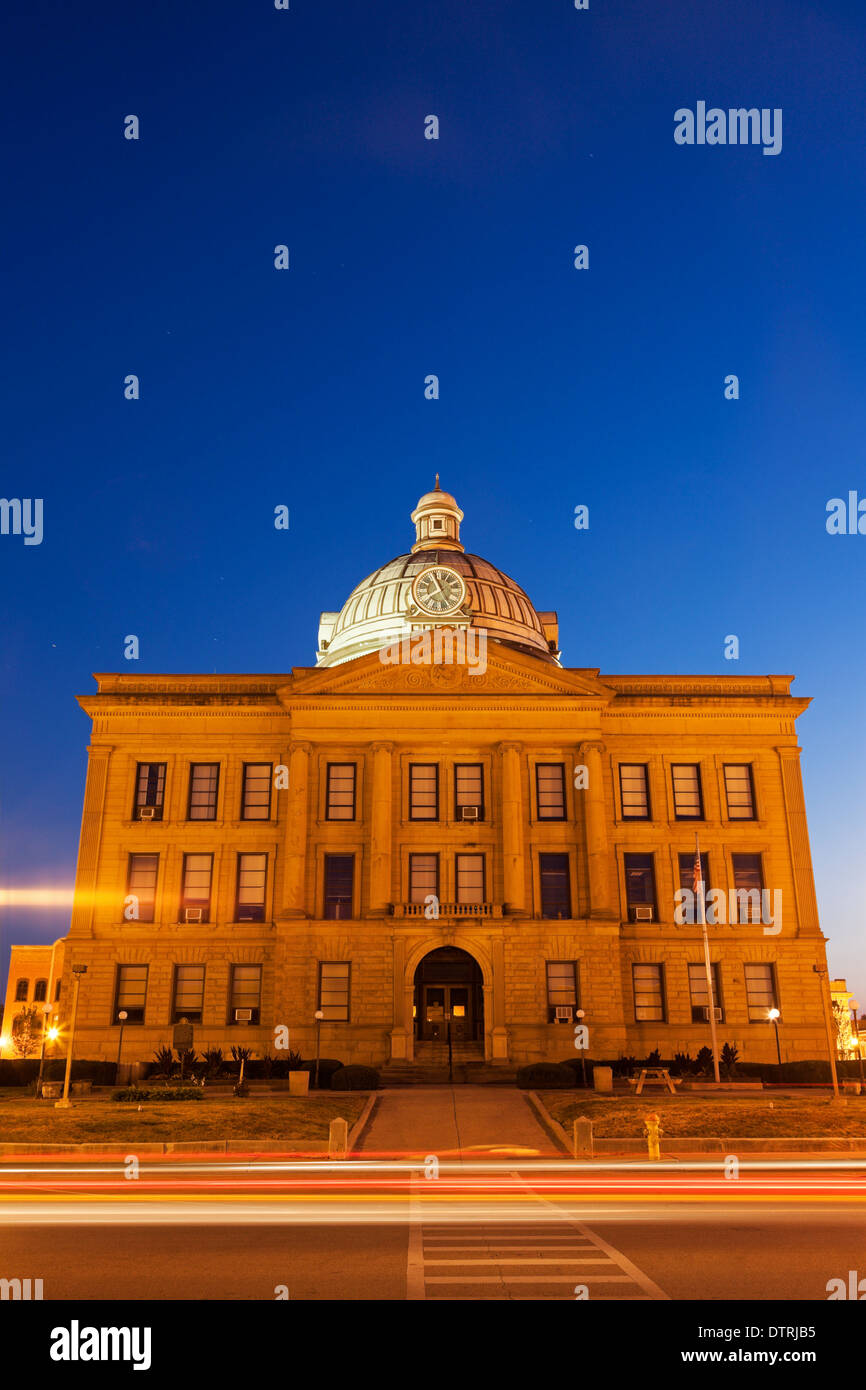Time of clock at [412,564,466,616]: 7:55
